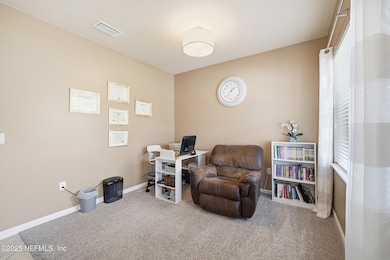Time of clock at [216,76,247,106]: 1:36
